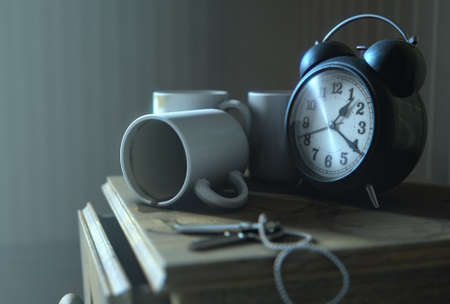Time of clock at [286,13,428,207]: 1:20
